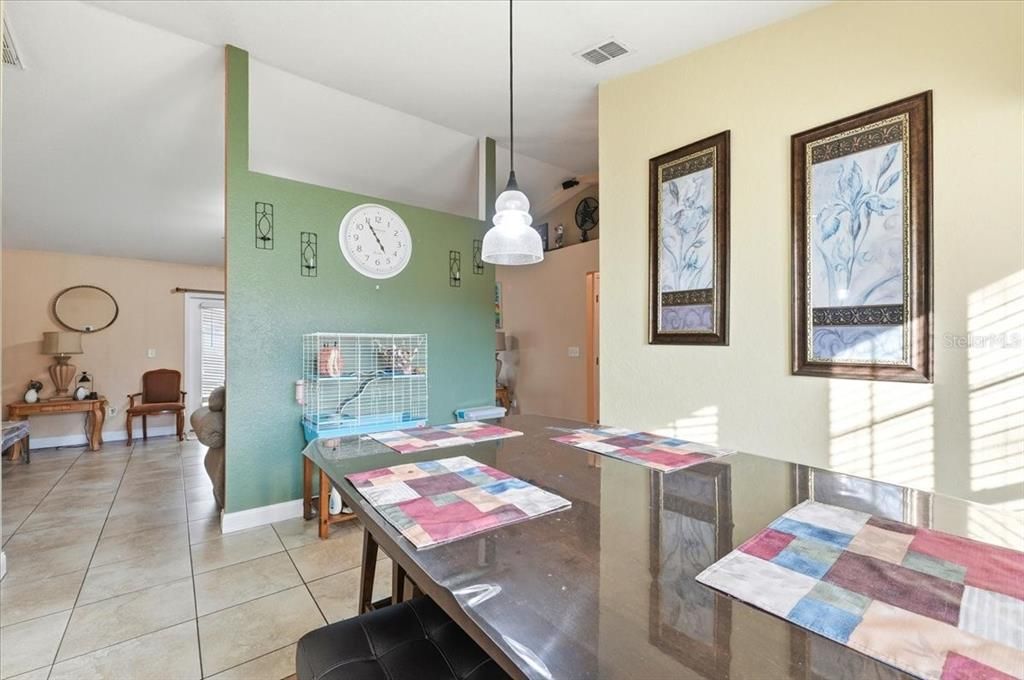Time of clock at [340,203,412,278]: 4:54
